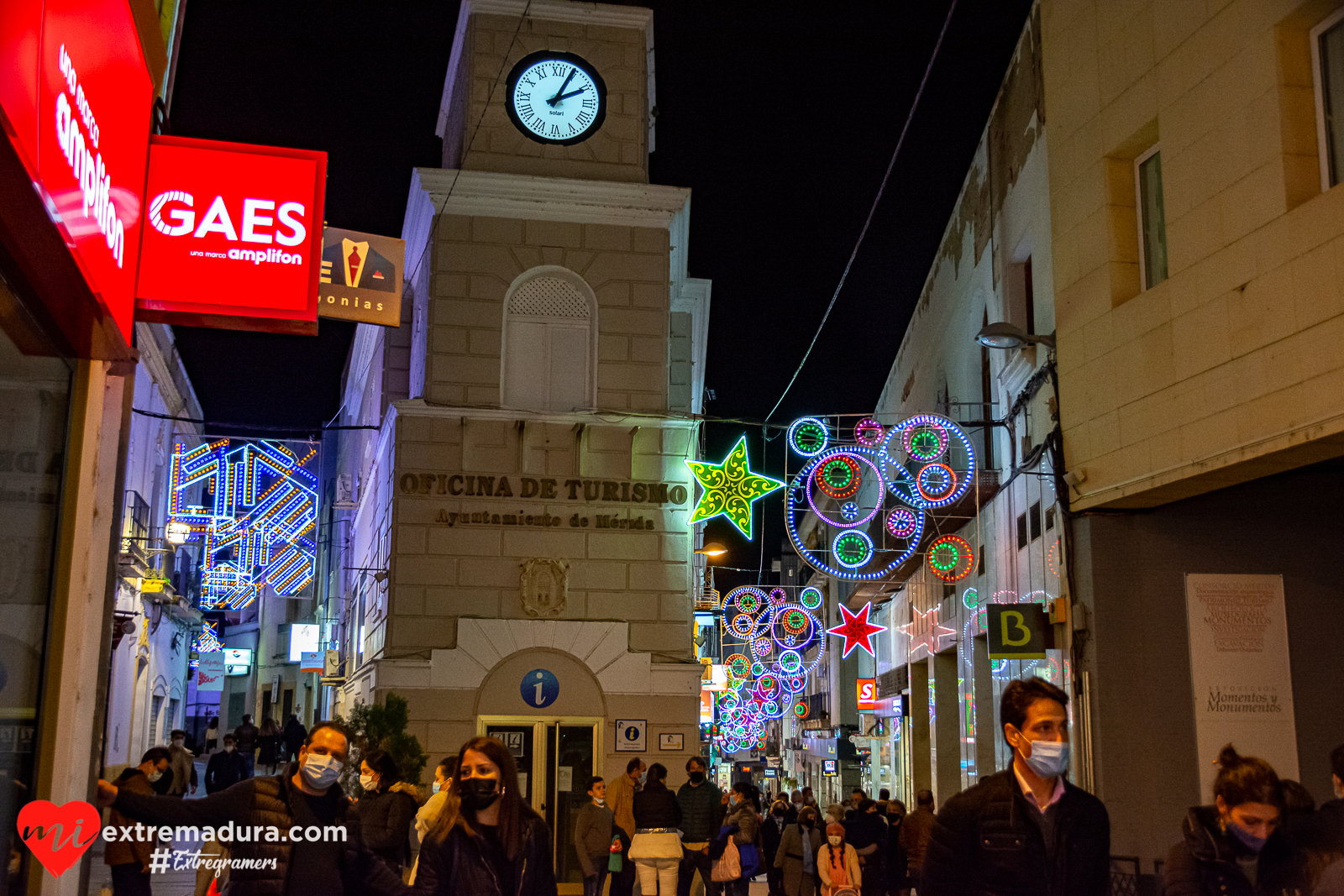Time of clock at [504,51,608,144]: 2:04
